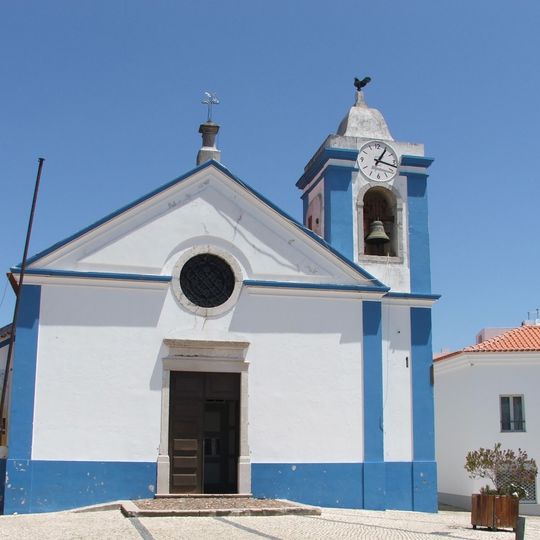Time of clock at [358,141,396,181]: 1:16
